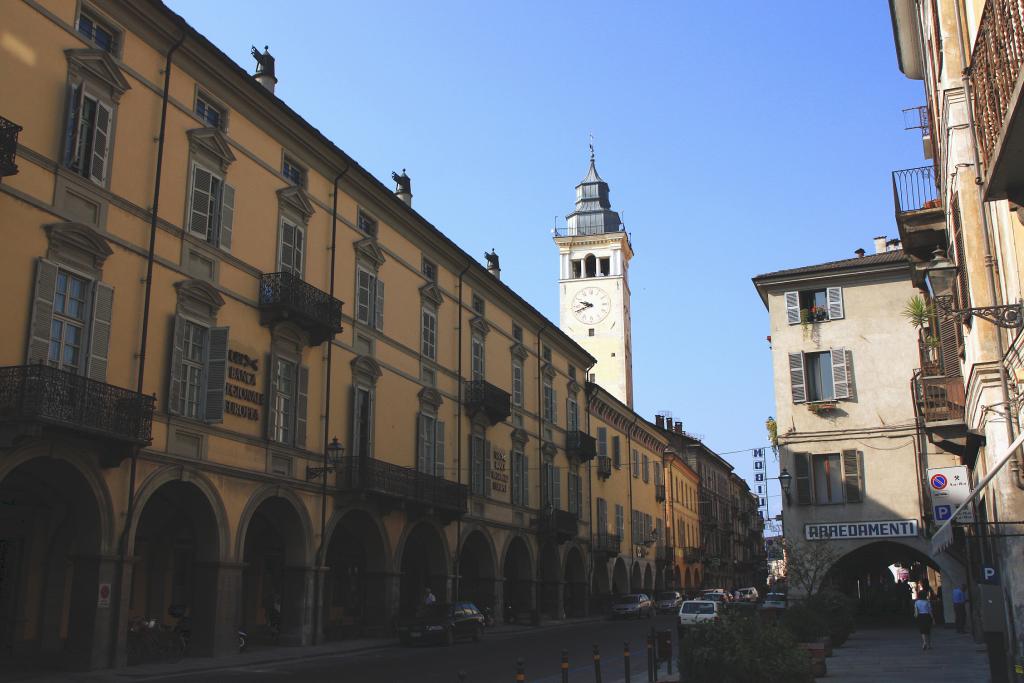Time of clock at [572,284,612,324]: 9:41
